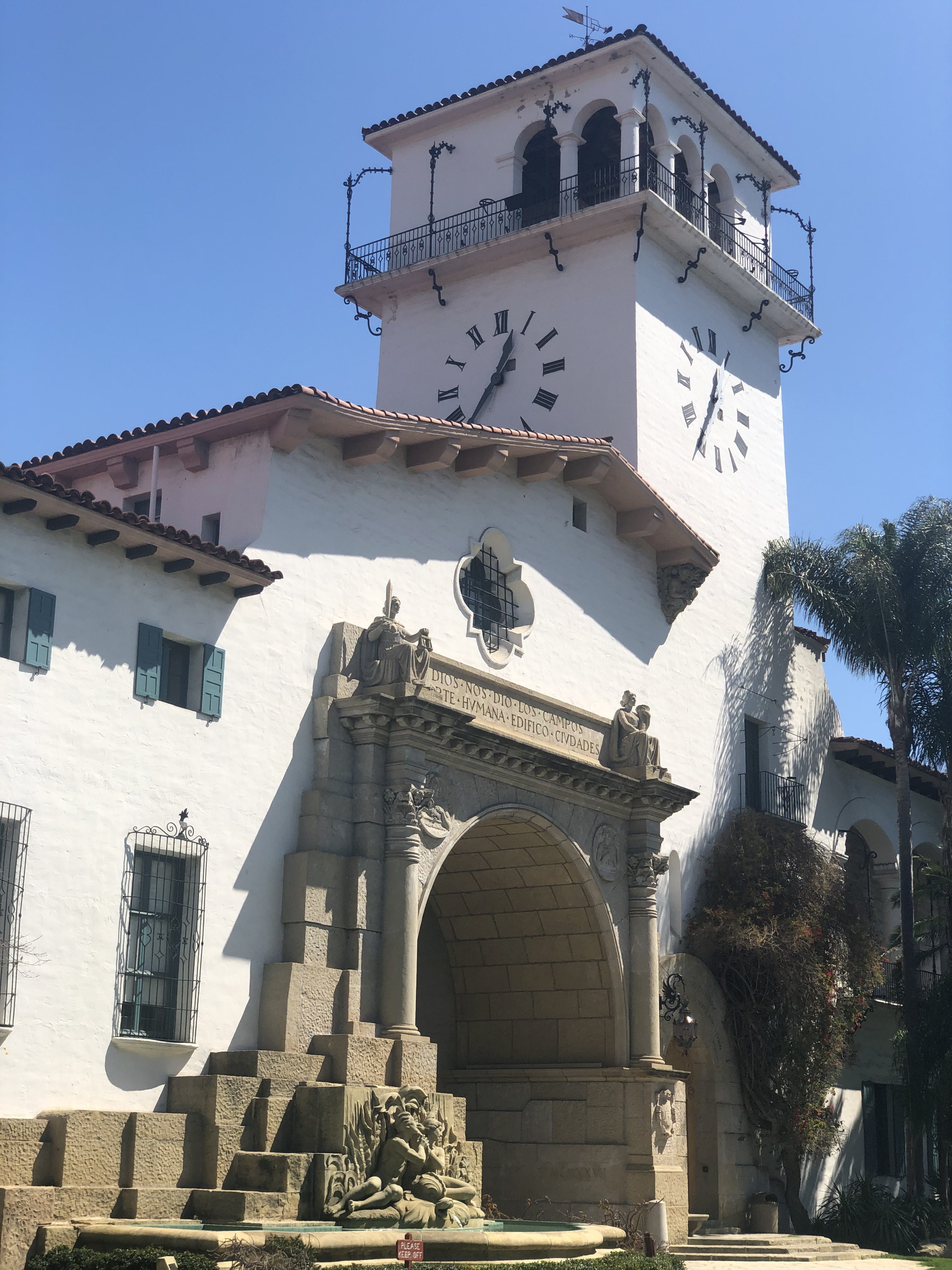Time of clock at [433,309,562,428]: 12:34
